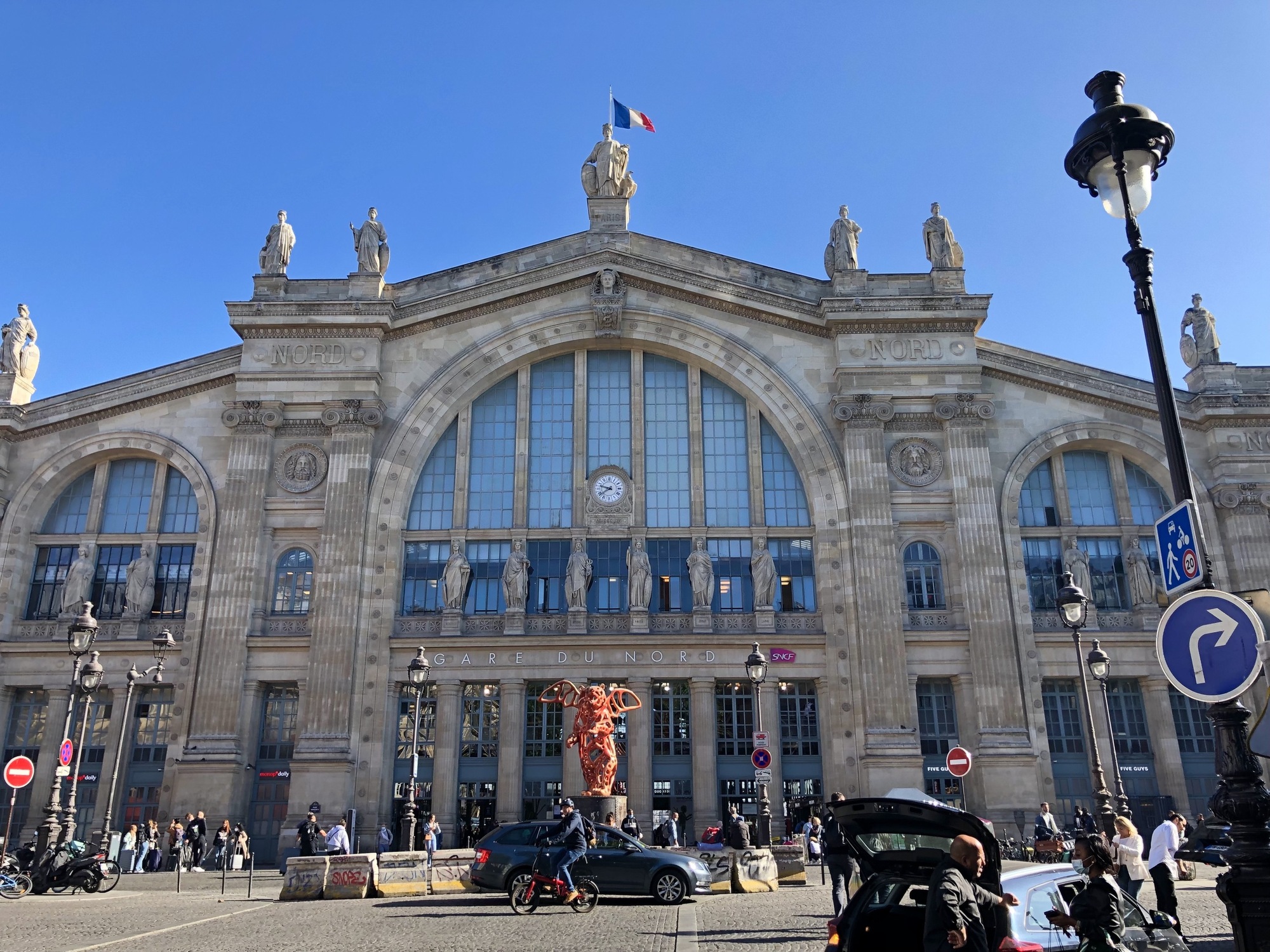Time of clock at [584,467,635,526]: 9:38
